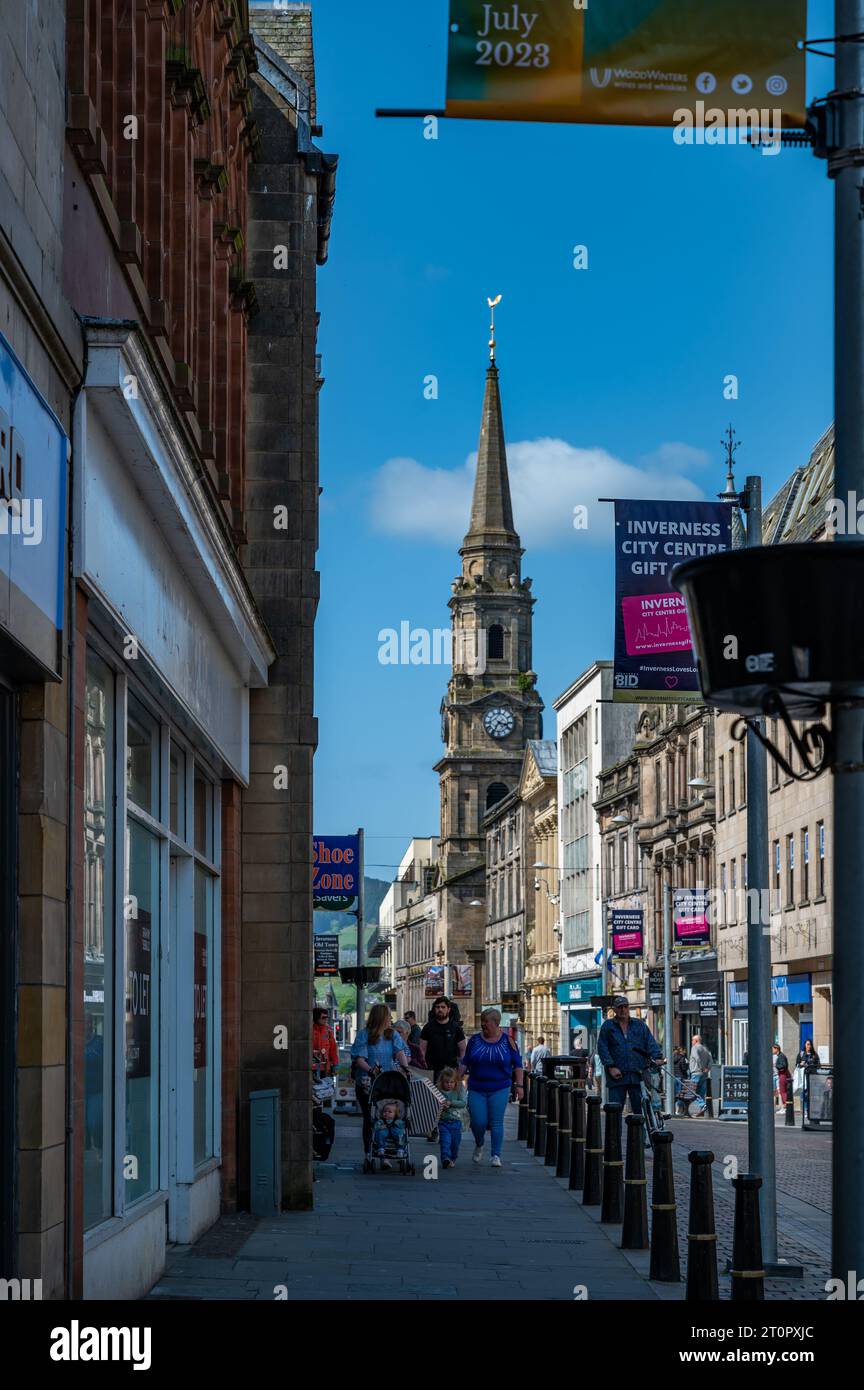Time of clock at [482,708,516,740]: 3:35
